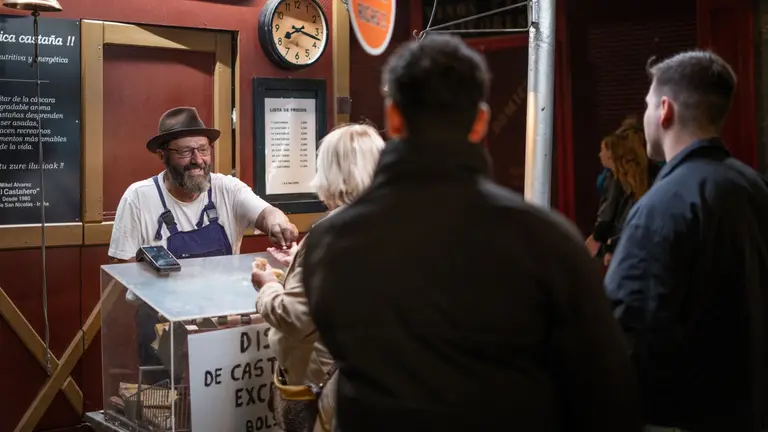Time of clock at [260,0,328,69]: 8:17
